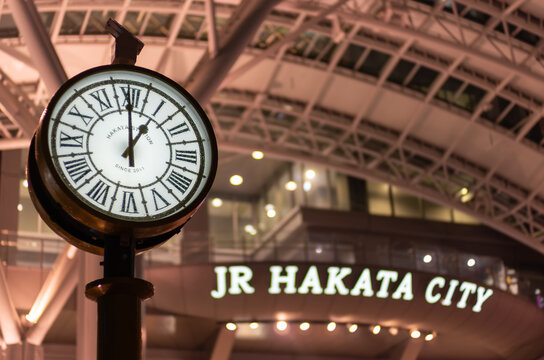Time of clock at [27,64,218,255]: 1:00
